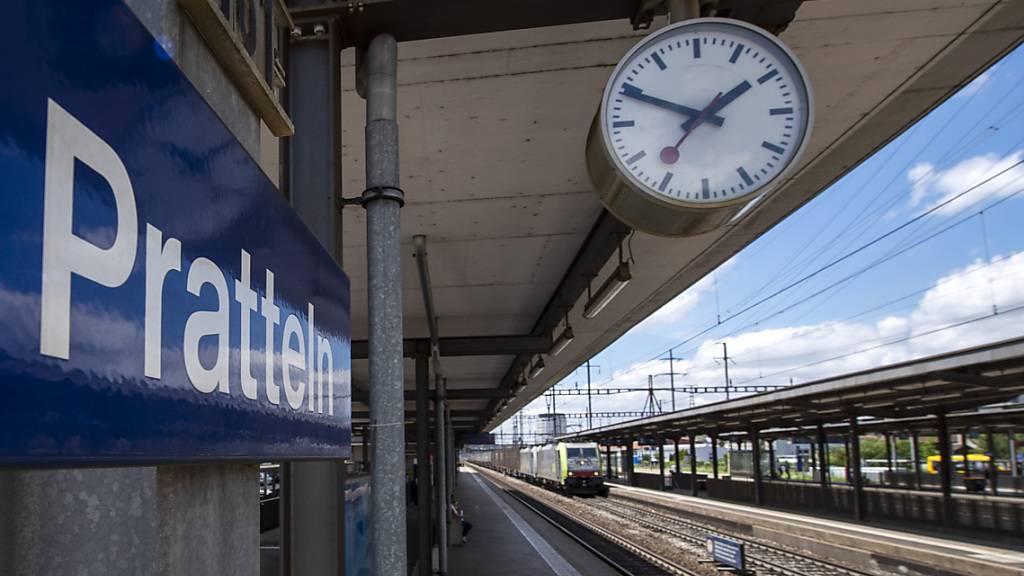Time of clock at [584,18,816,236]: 1:49
